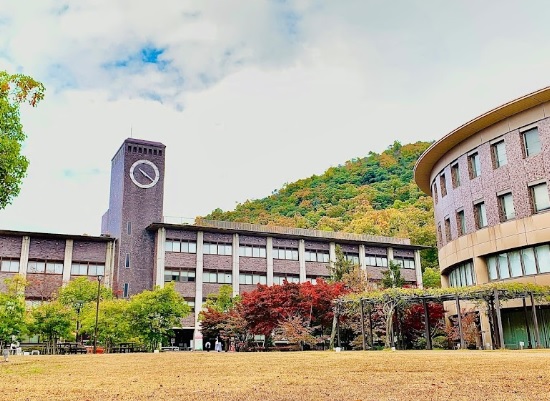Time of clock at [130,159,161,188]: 10:20
